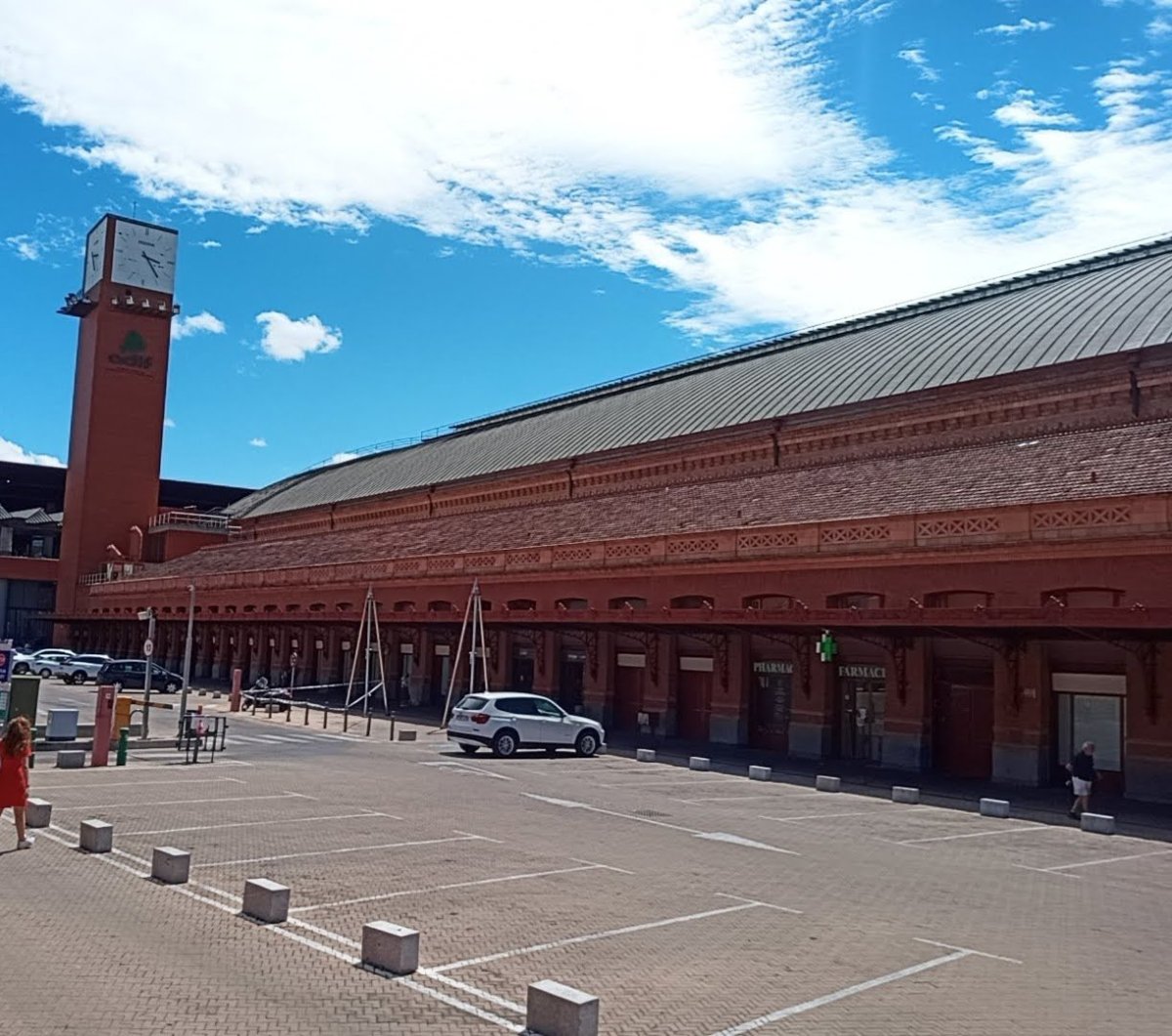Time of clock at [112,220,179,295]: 3:23
